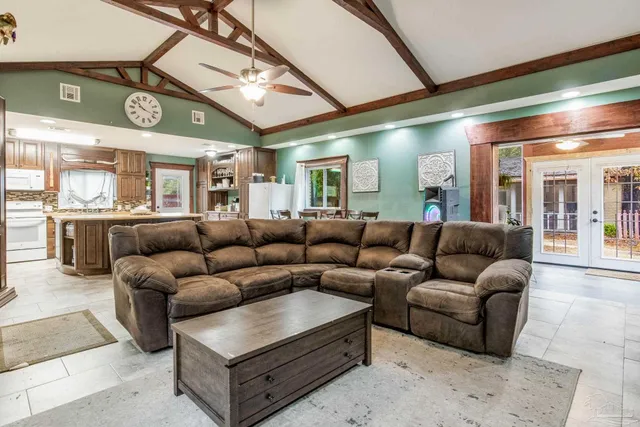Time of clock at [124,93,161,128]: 10:17
